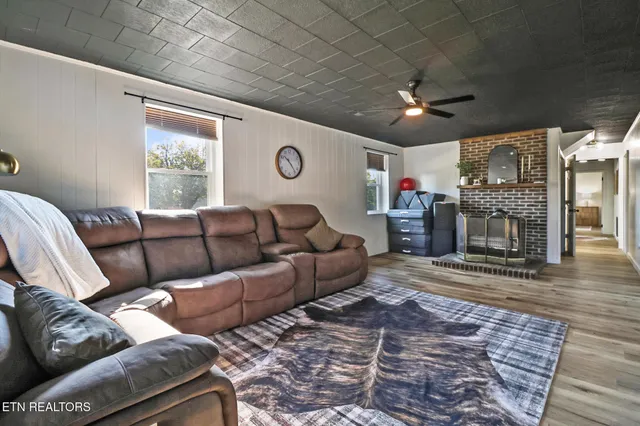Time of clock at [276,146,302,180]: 10:23
